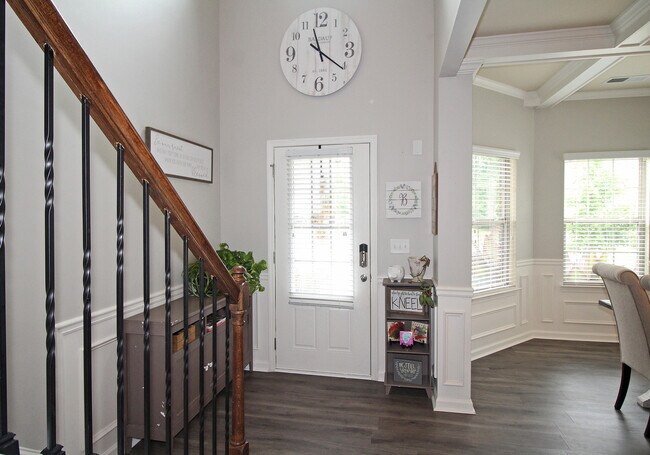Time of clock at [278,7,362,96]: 11:20
